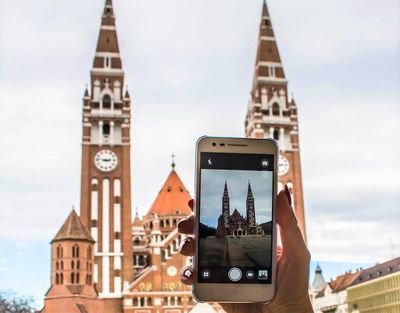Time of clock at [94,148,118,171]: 2:46
